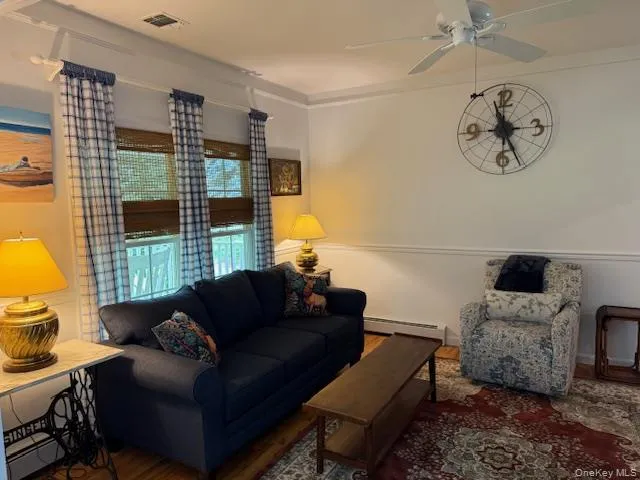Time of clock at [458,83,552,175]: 11:25
